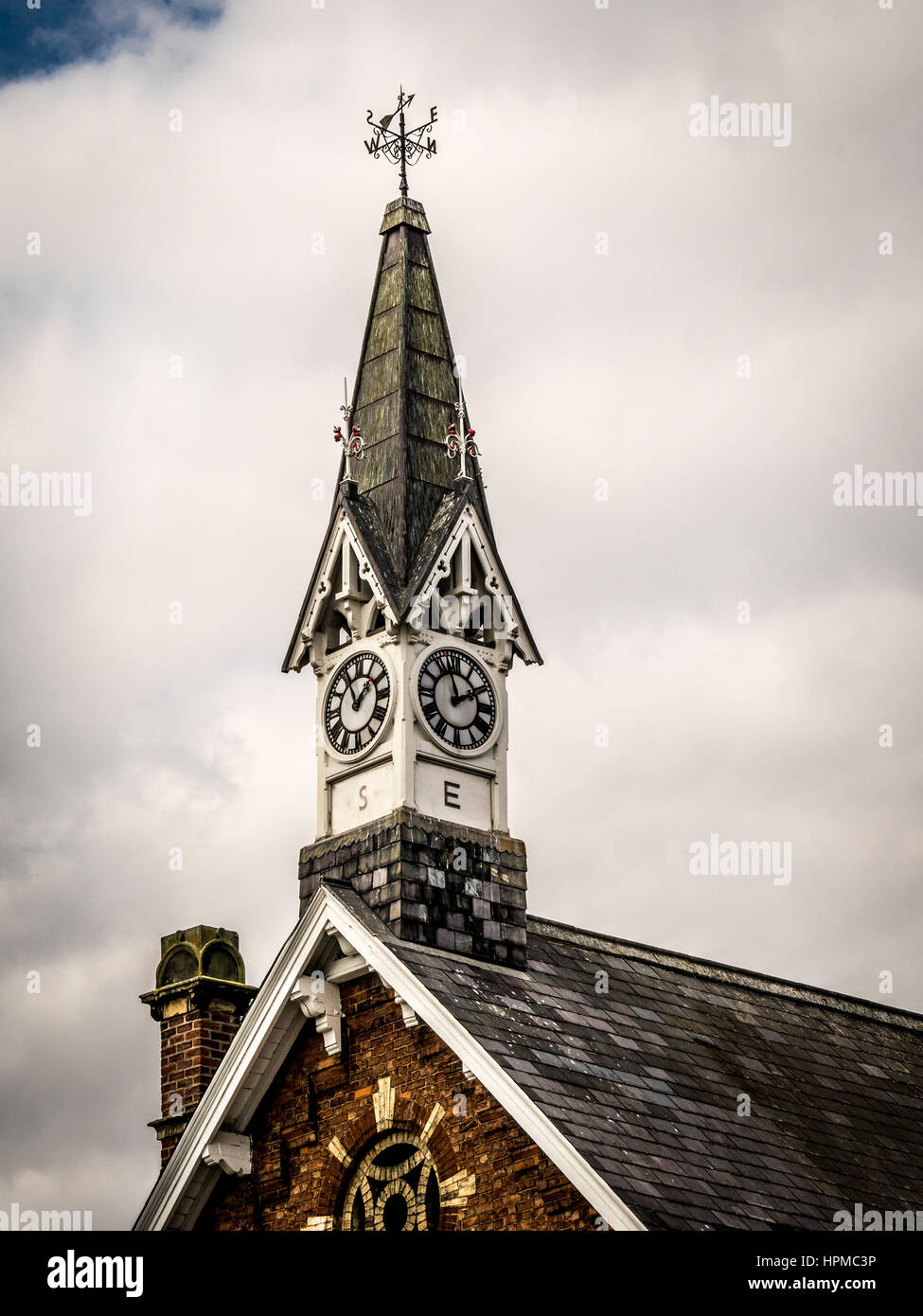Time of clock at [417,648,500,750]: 1:57
